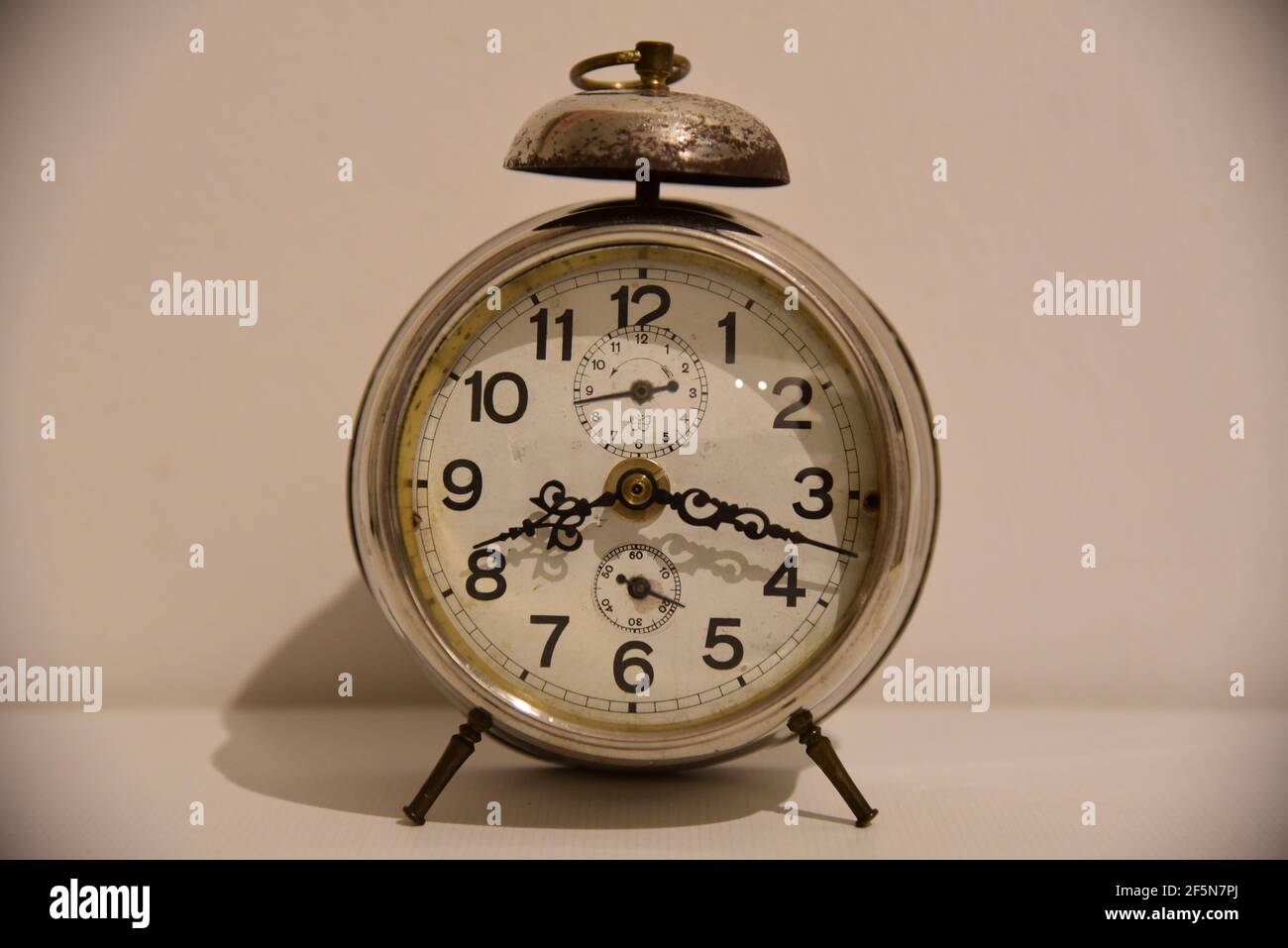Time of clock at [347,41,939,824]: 8:17
